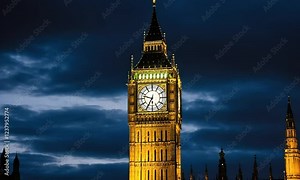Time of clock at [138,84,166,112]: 9:34
